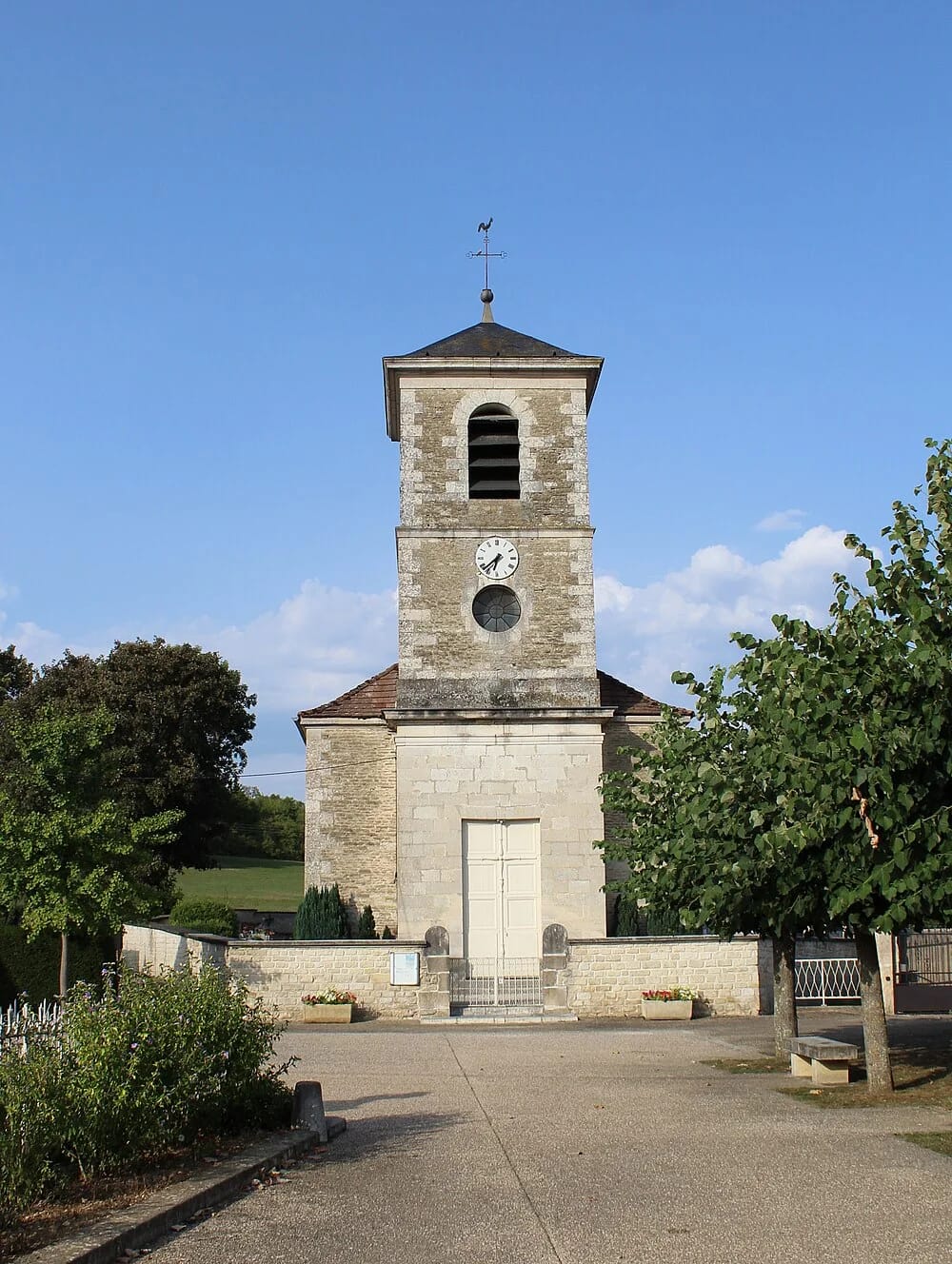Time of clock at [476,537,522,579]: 6:37
